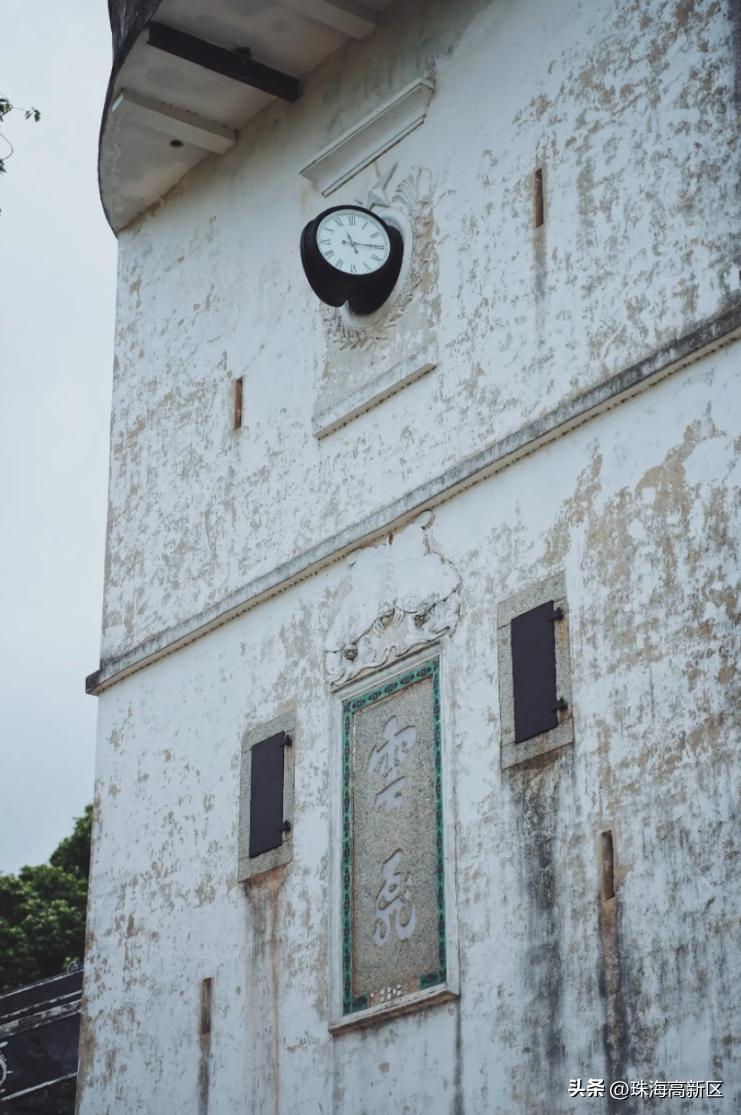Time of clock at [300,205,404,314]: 11:15
